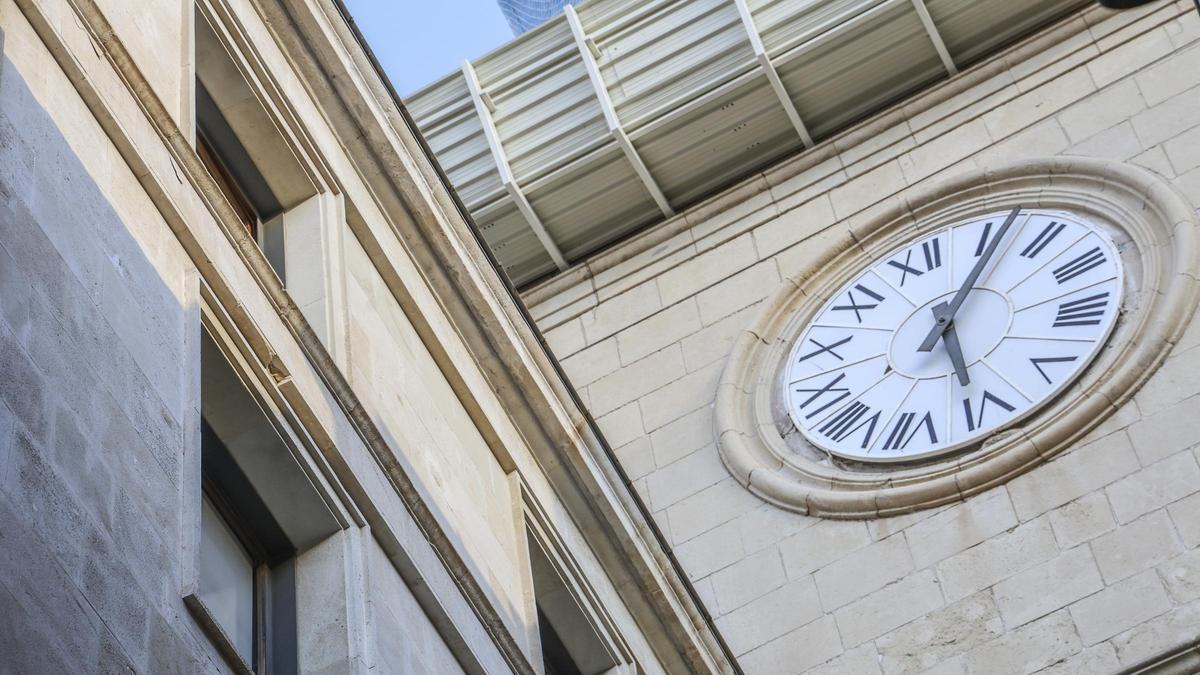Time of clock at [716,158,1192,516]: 5:01
